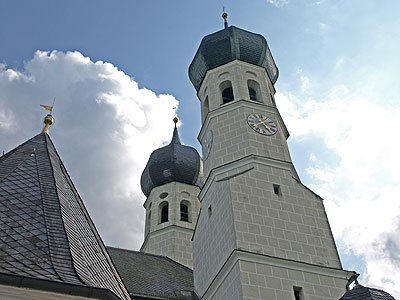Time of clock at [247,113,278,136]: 1:24
